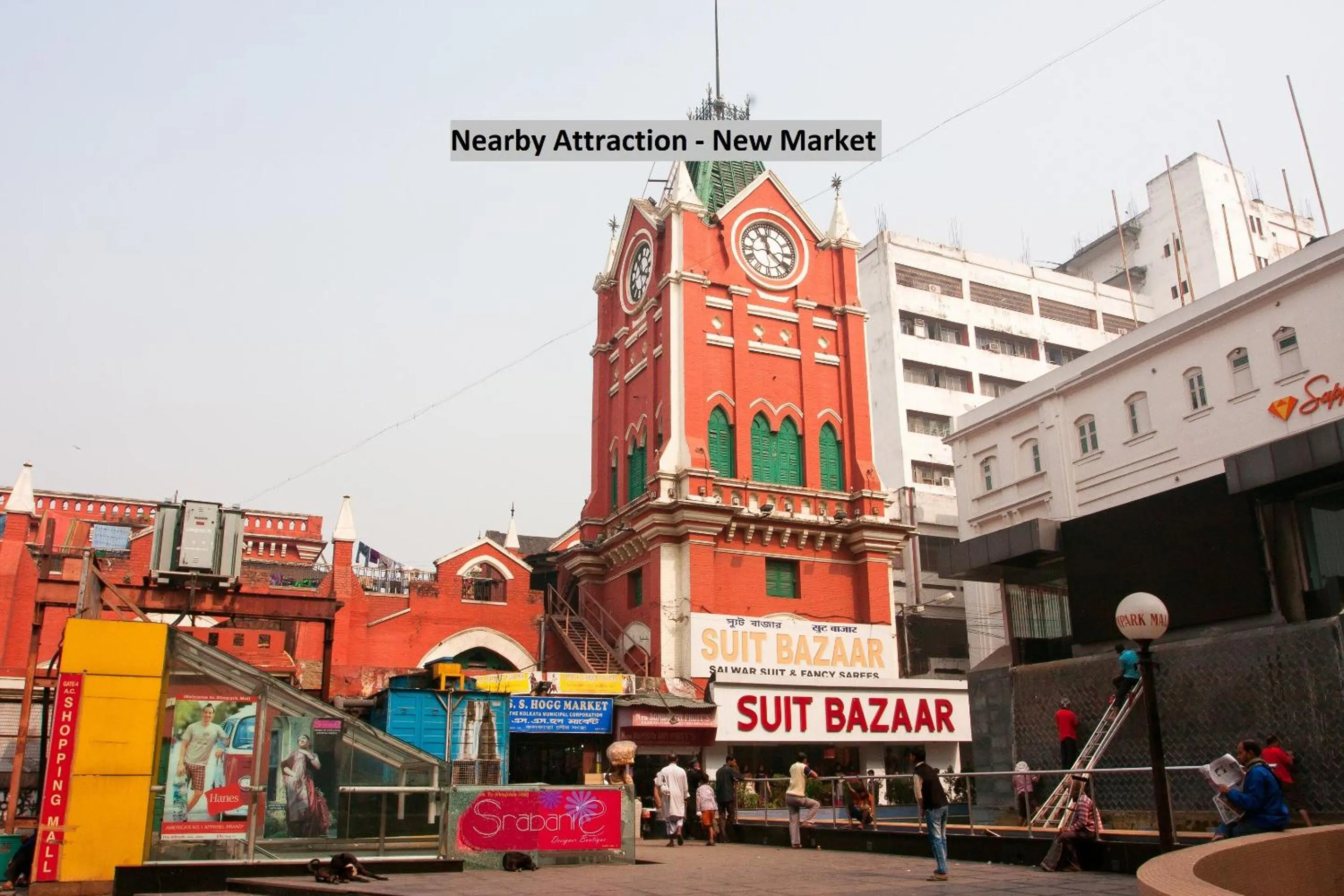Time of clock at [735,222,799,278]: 11:21
